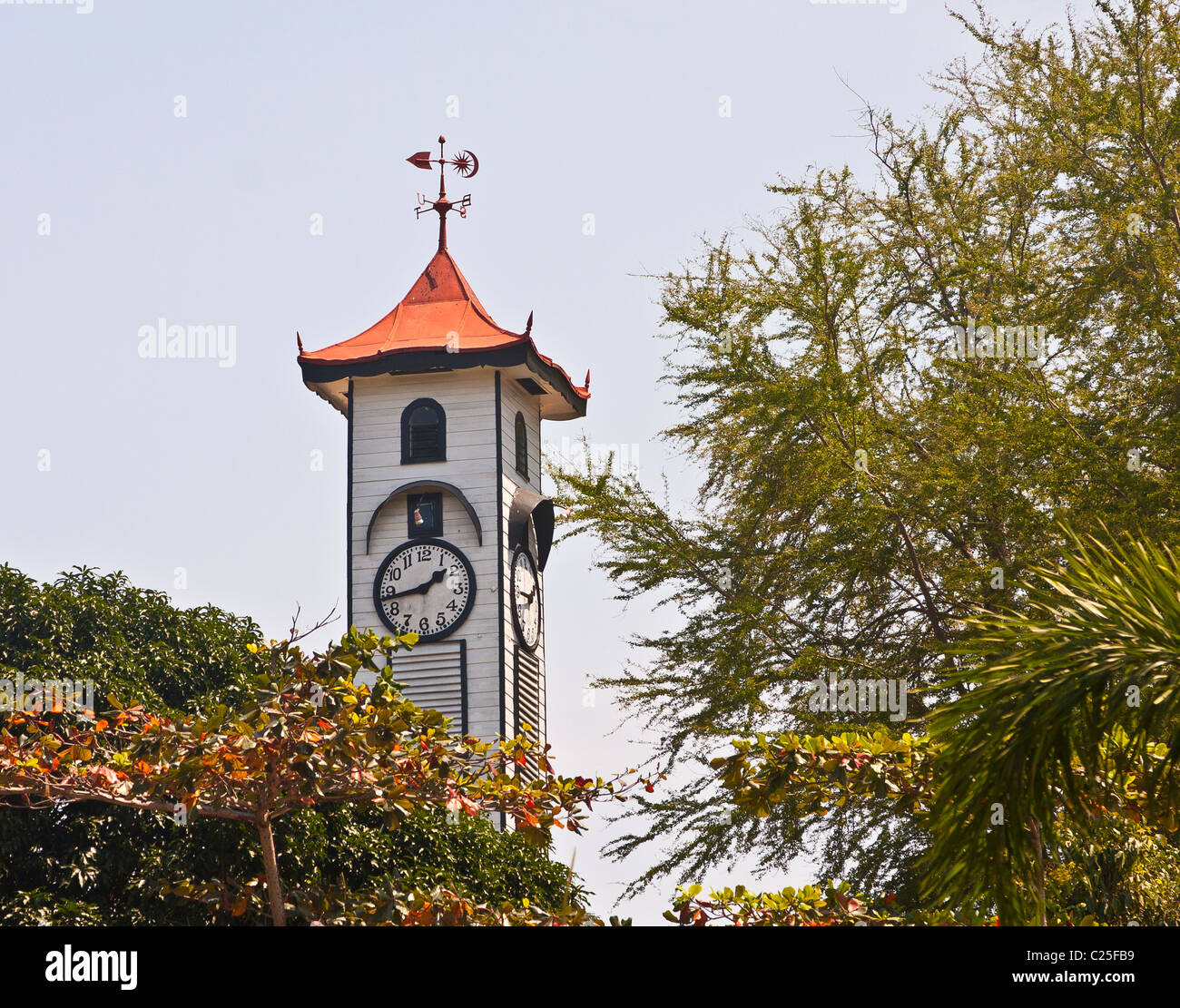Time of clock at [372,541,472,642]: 1:43
